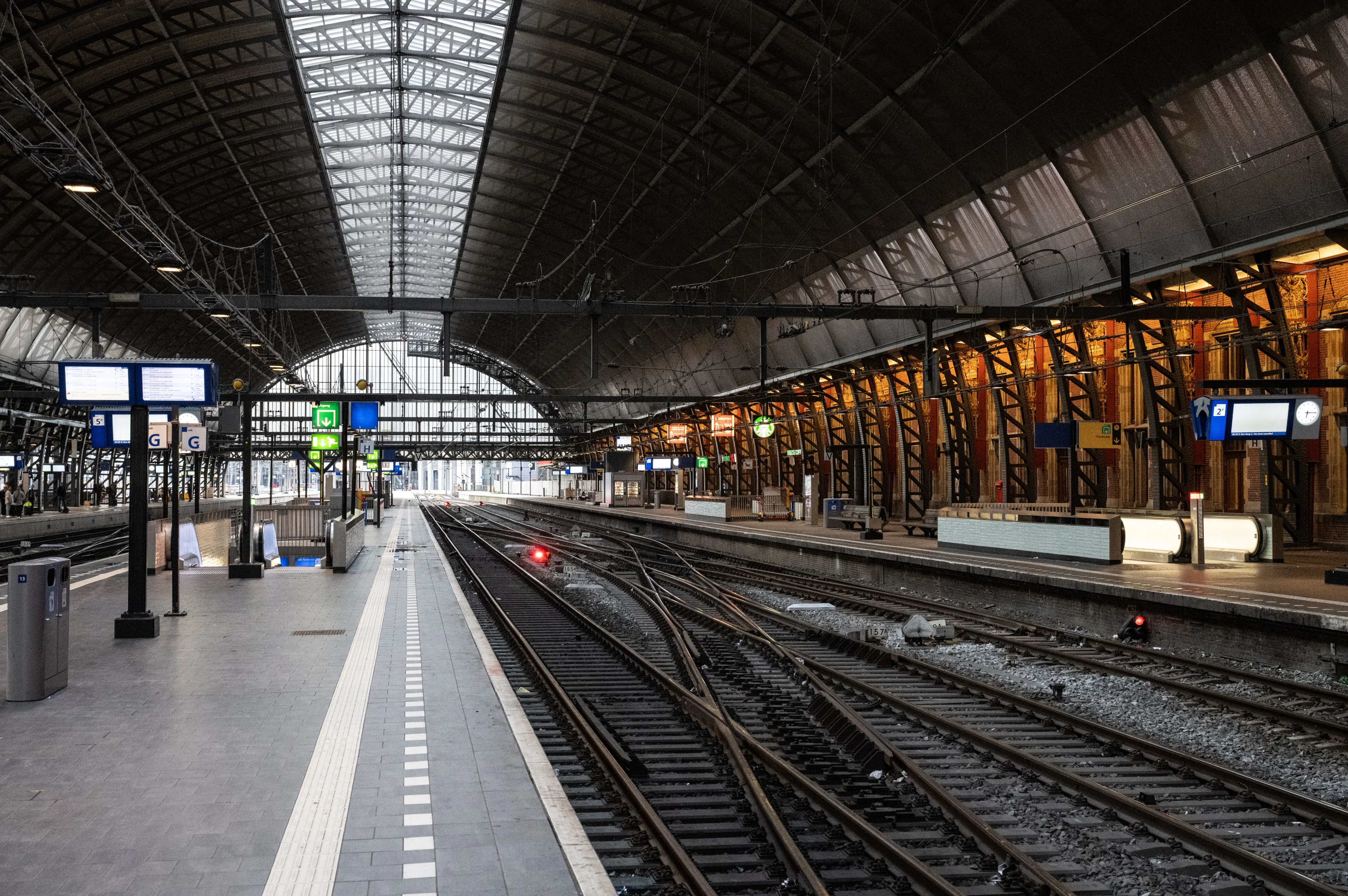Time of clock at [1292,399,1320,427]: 6:15
